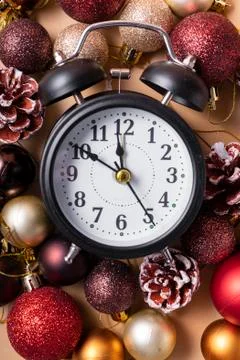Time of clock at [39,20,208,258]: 11:50
